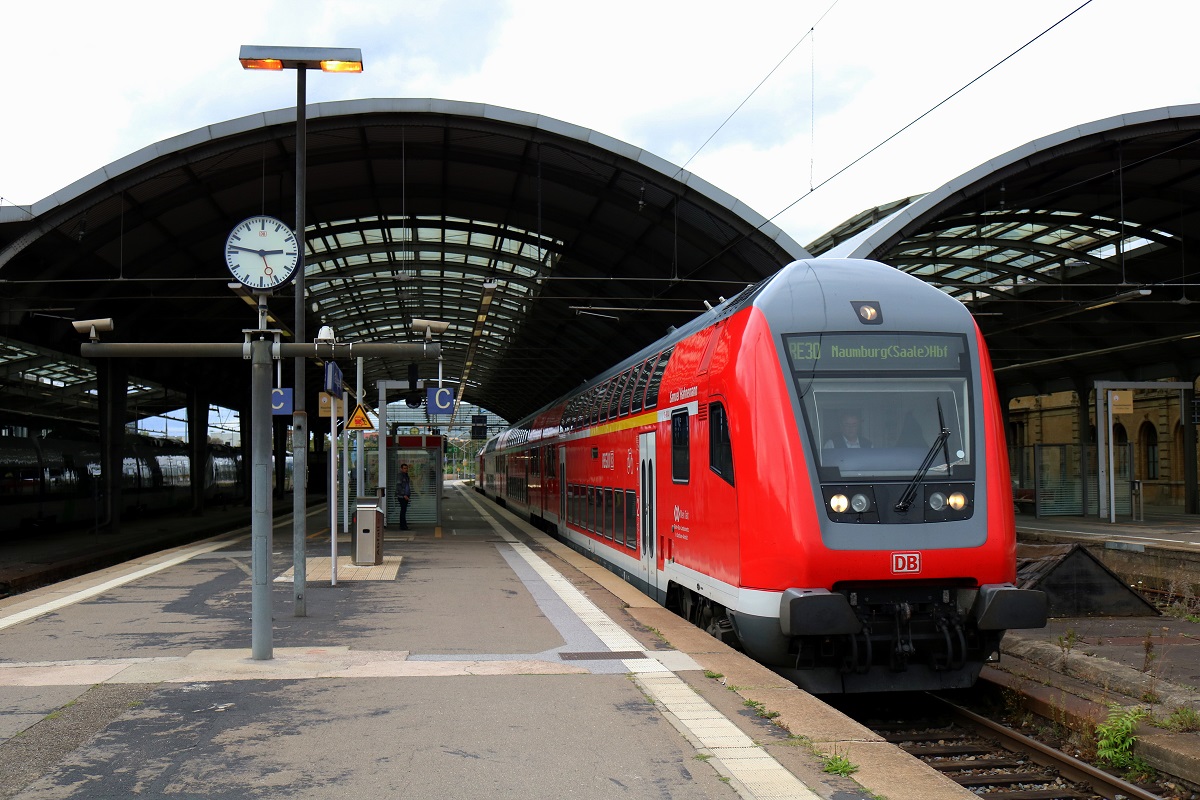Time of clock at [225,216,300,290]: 2:46
